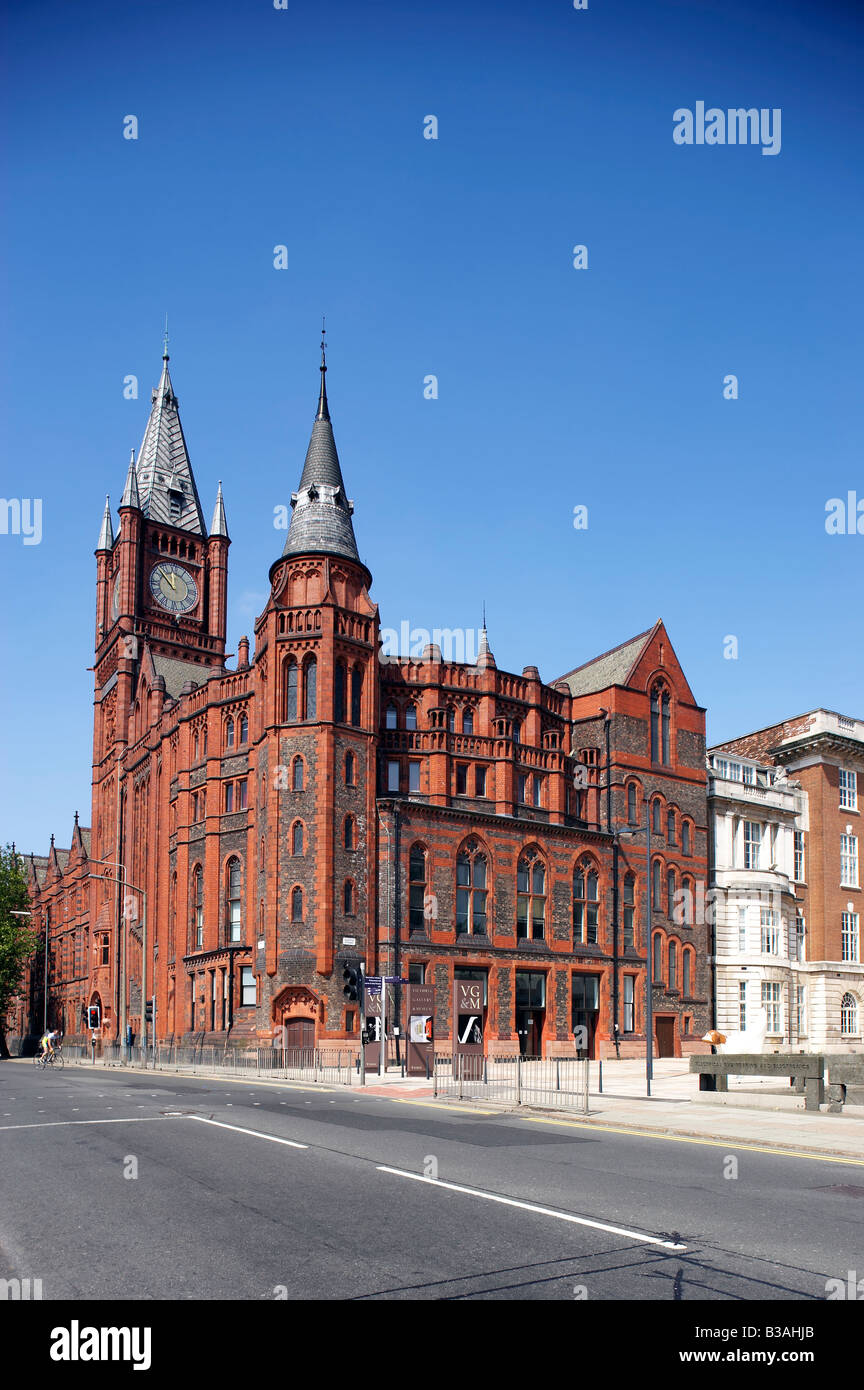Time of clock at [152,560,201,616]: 11:52
